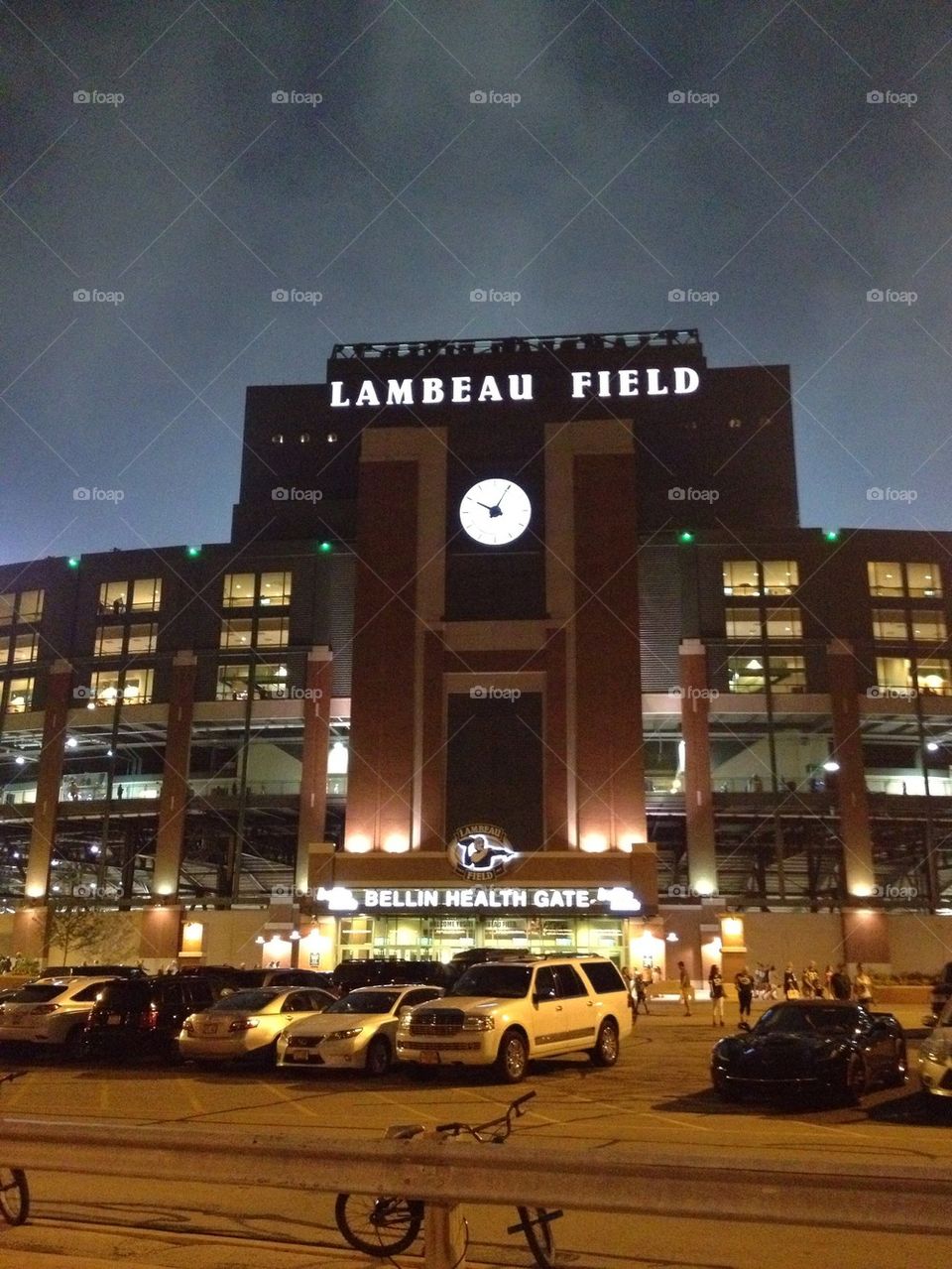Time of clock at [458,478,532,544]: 10:04
